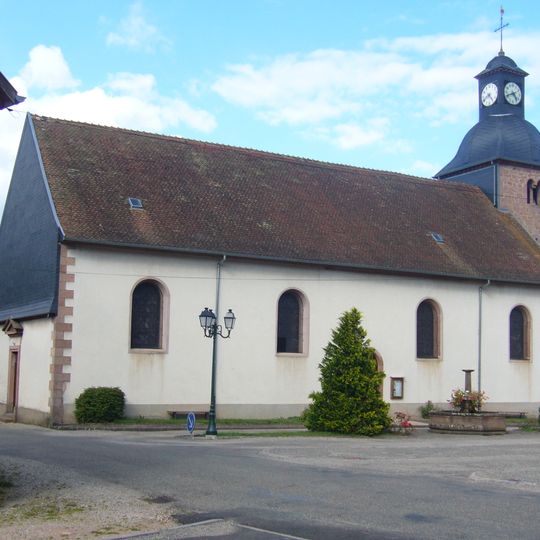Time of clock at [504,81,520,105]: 4:41
